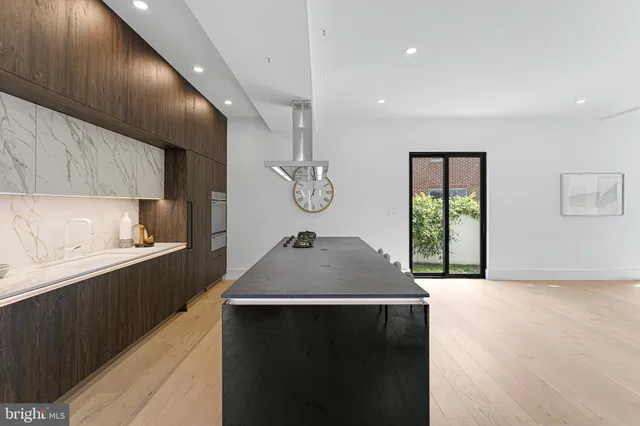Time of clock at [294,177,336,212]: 7:00
